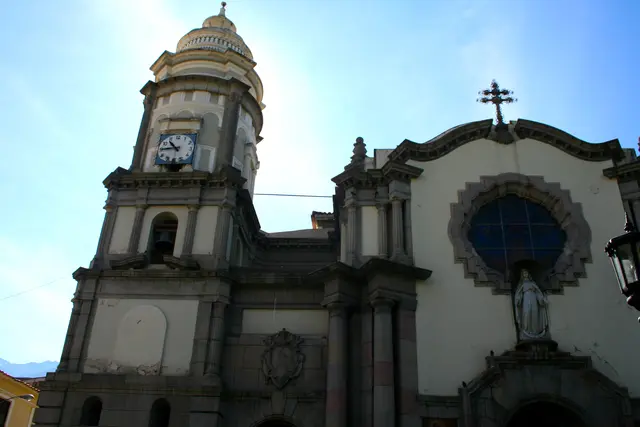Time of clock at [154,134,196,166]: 10:44
